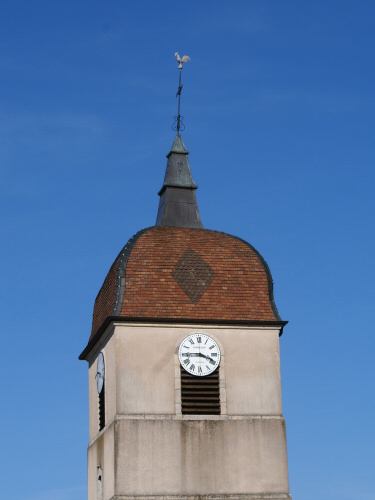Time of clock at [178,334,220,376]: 3:44
